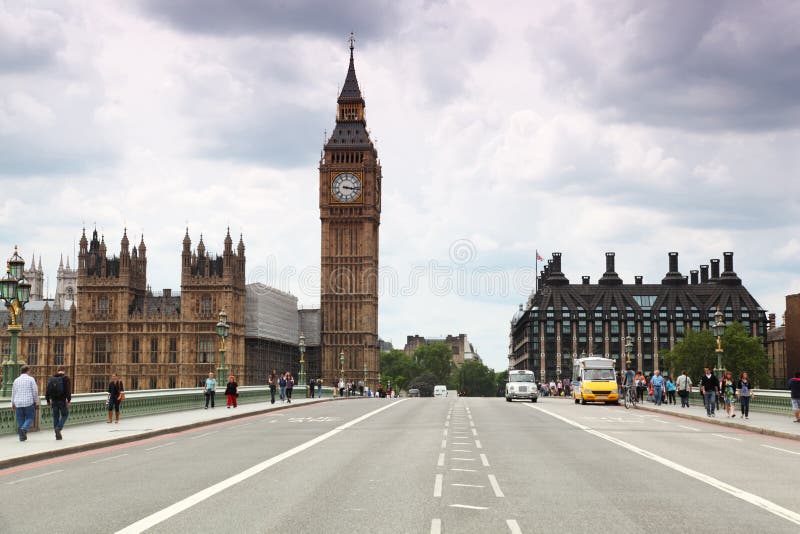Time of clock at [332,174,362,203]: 3:16
